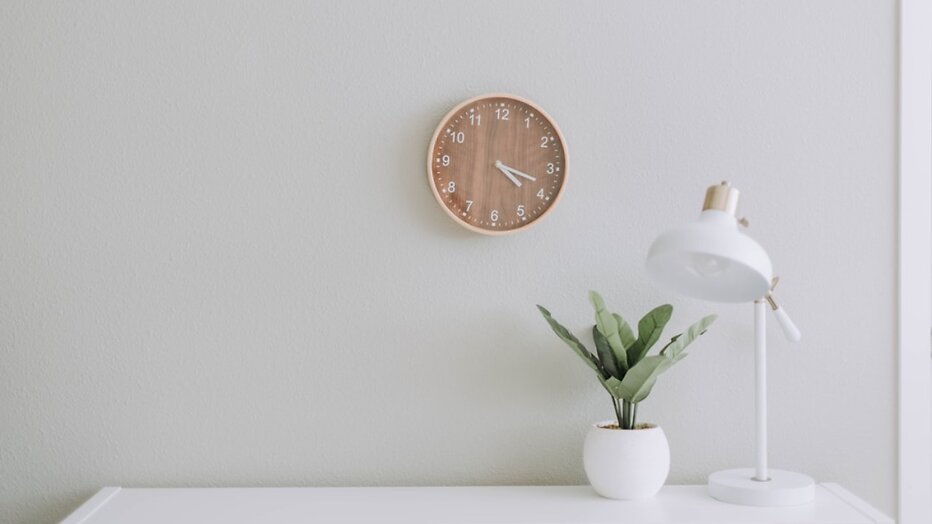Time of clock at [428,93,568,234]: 4:18
